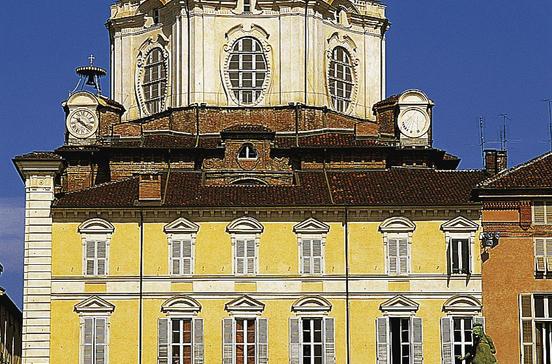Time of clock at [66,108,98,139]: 10:21
